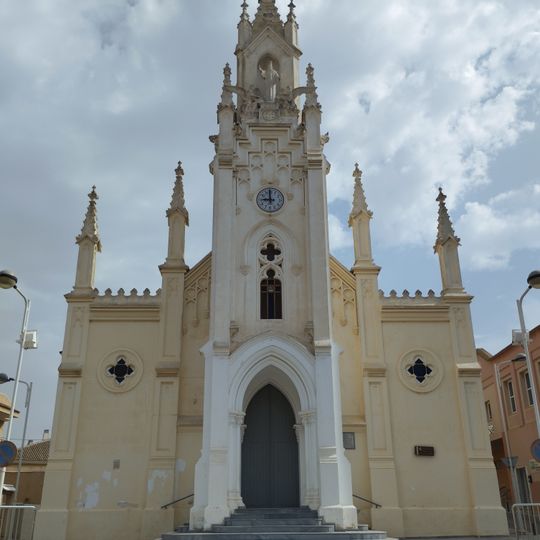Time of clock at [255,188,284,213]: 8:59
